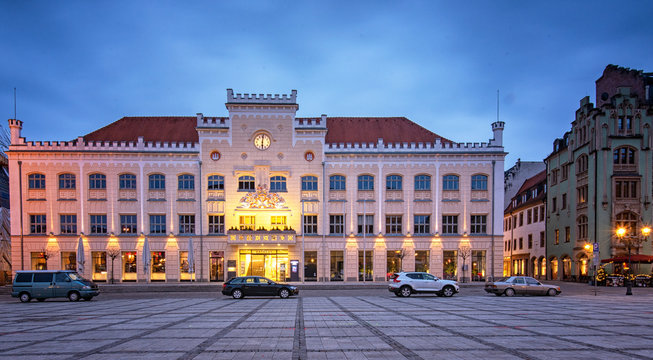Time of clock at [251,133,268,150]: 6:01
